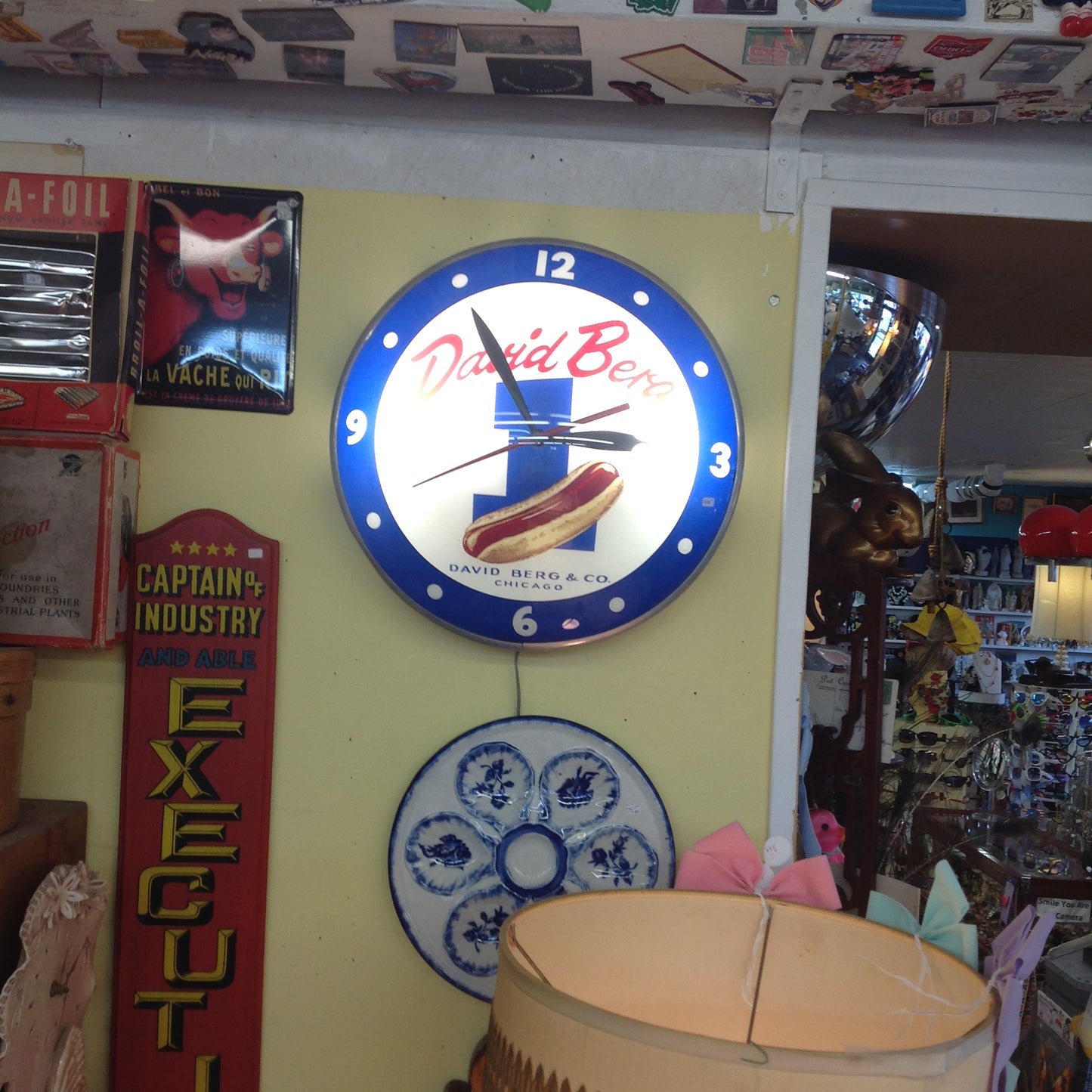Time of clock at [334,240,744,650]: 2:54
